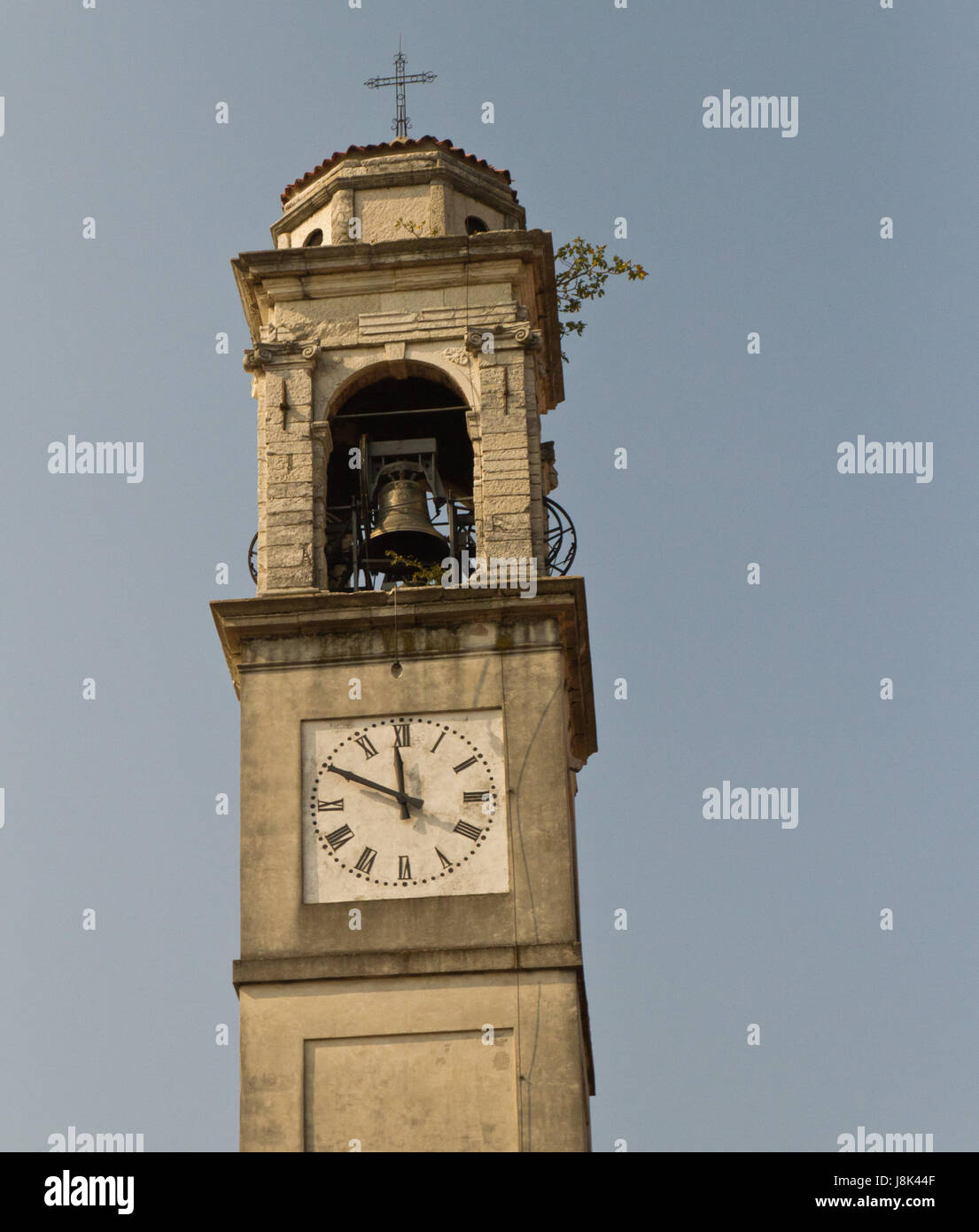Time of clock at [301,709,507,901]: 11:49
